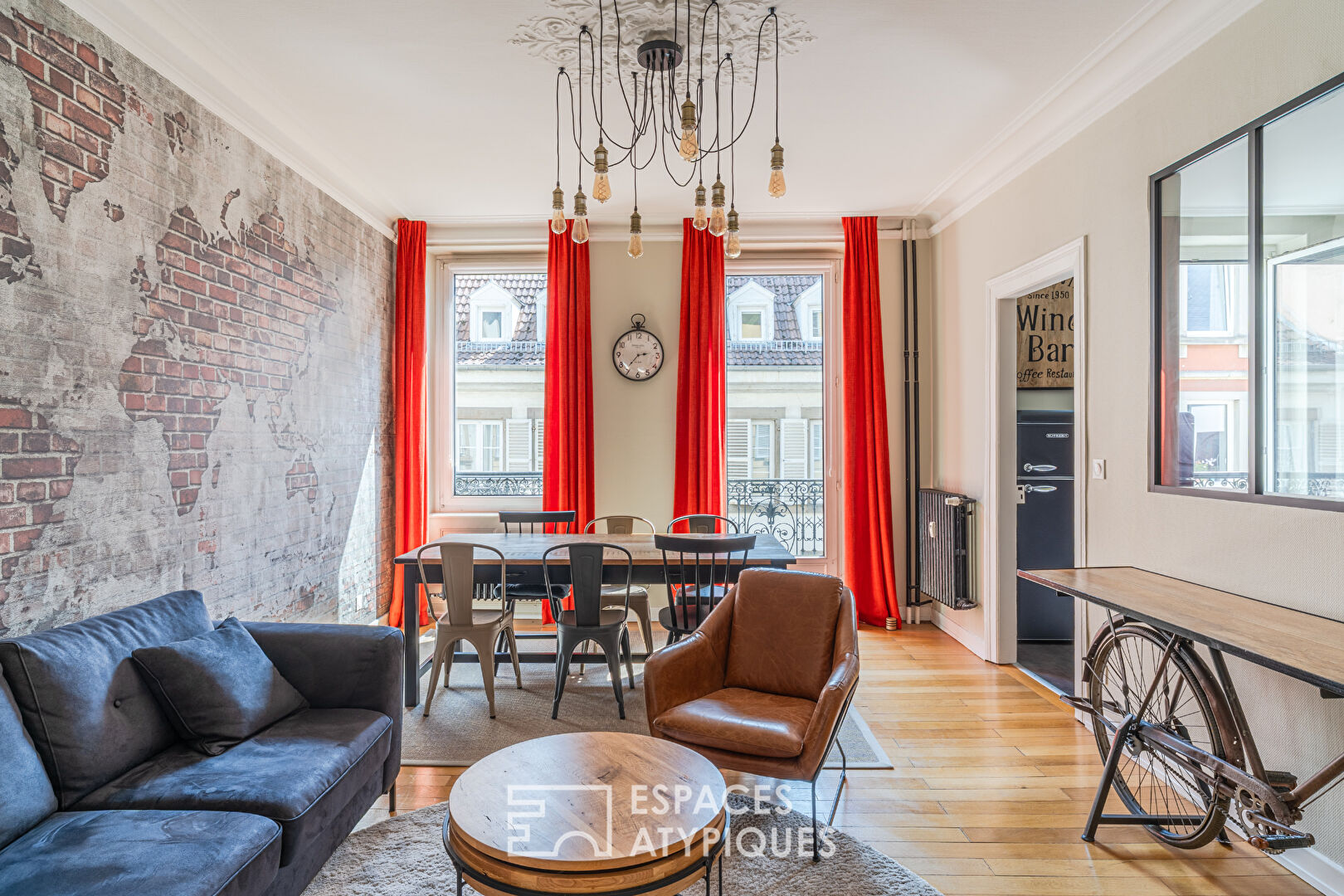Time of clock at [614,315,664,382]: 2:36
